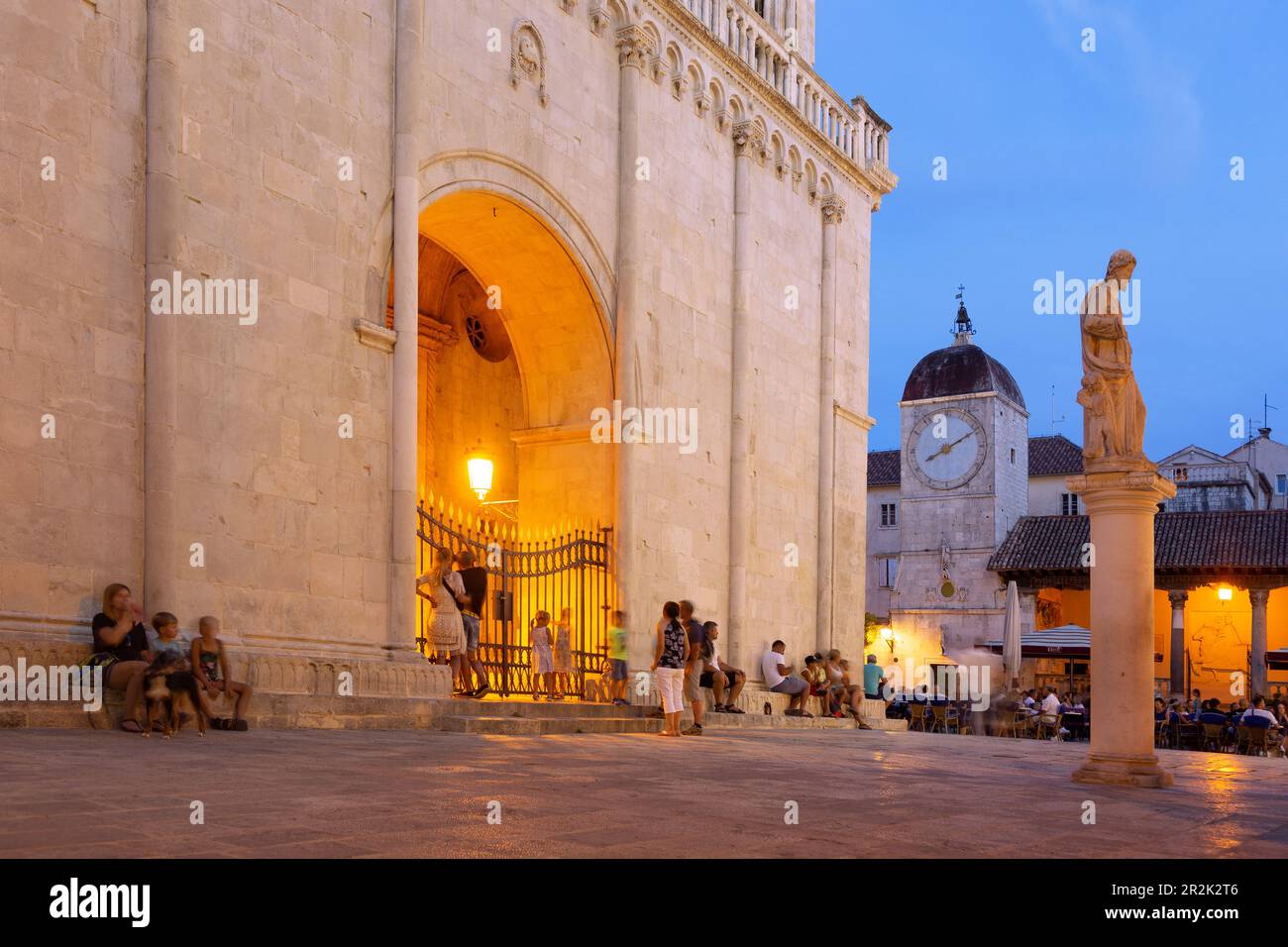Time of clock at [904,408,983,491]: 8:10
